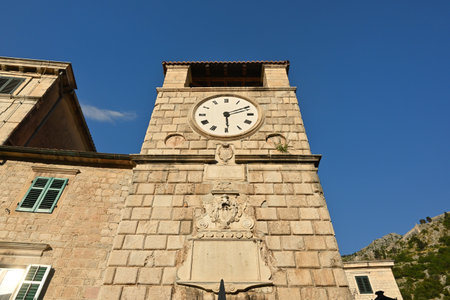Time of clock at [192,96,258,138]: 2:29
